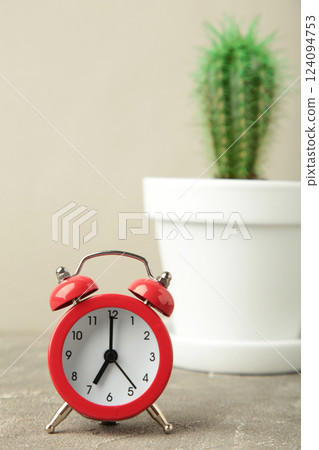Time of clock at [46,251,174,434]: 7:00
